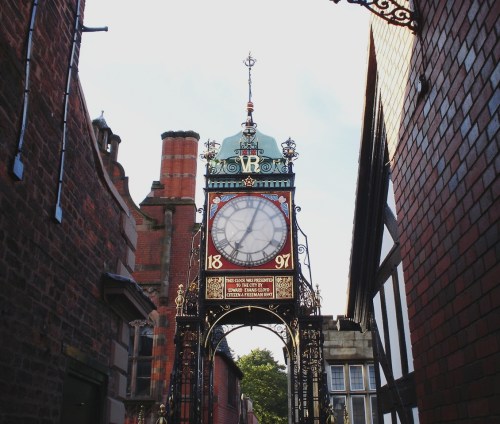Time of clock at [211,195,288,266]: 7:03
